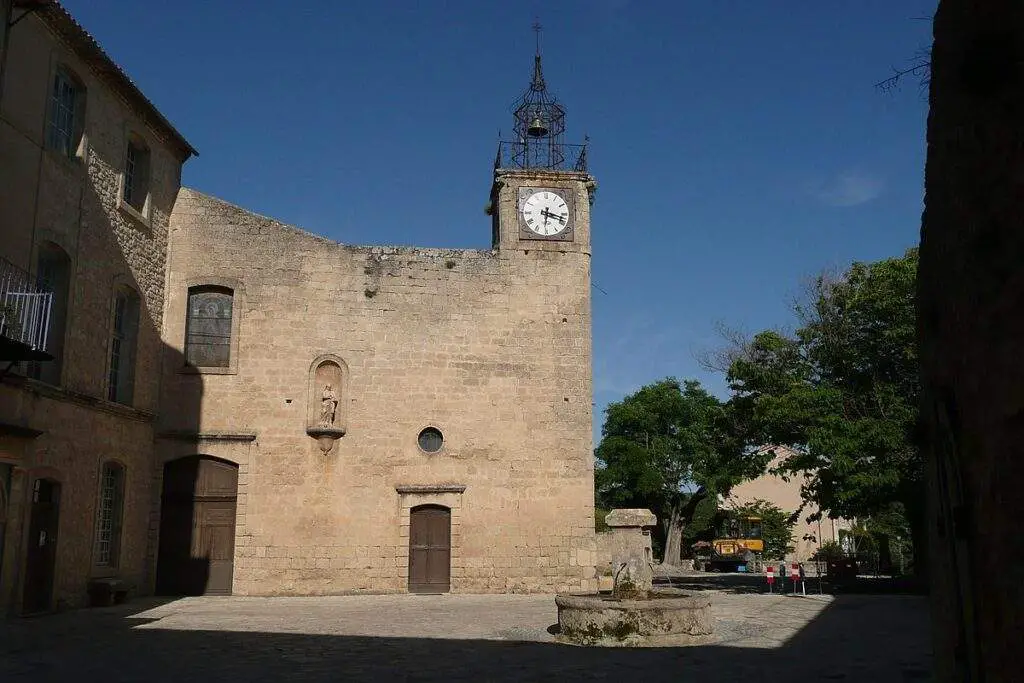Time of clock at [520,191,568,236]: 6:17
